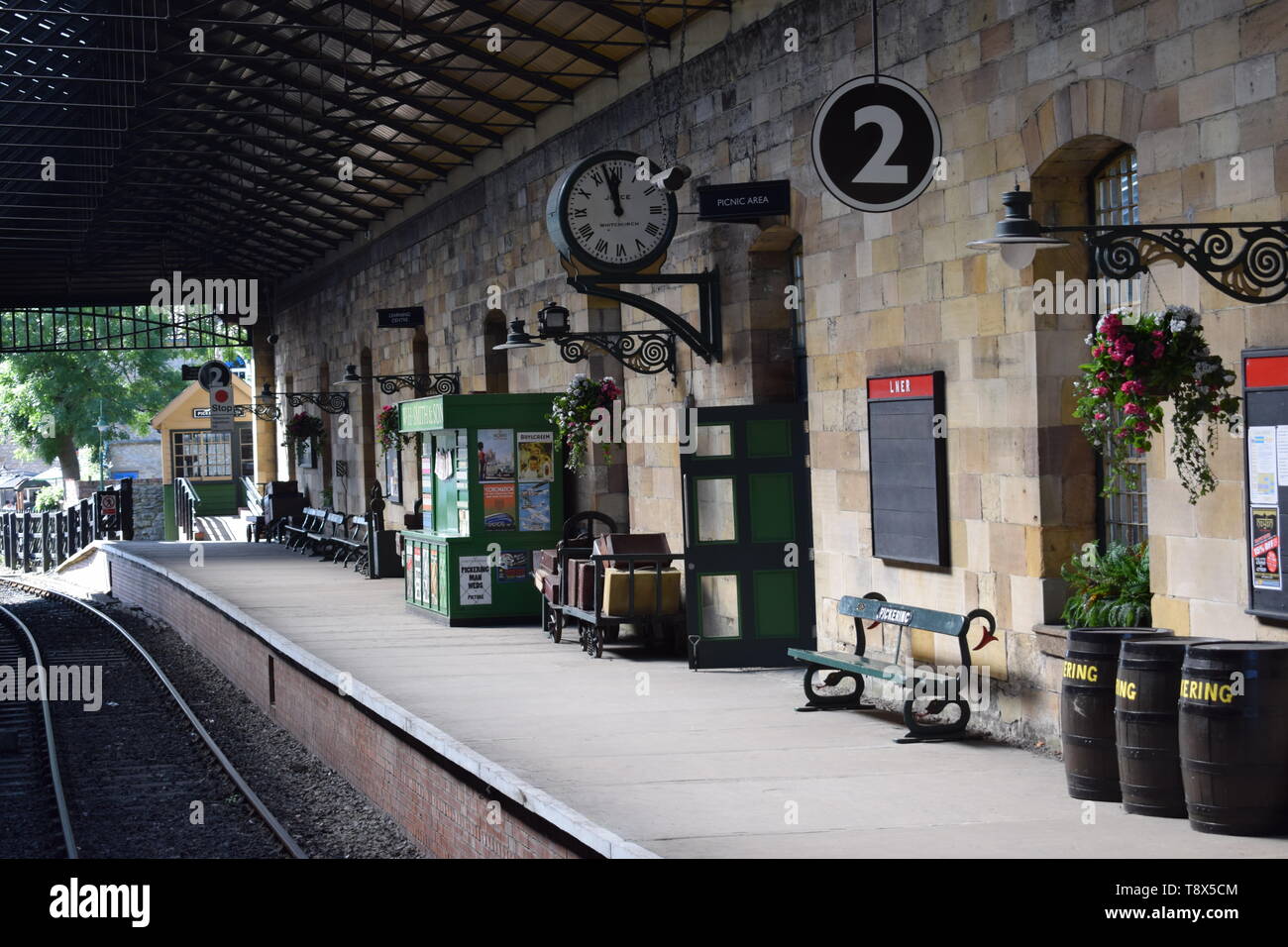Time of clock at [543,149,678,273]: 11:57
